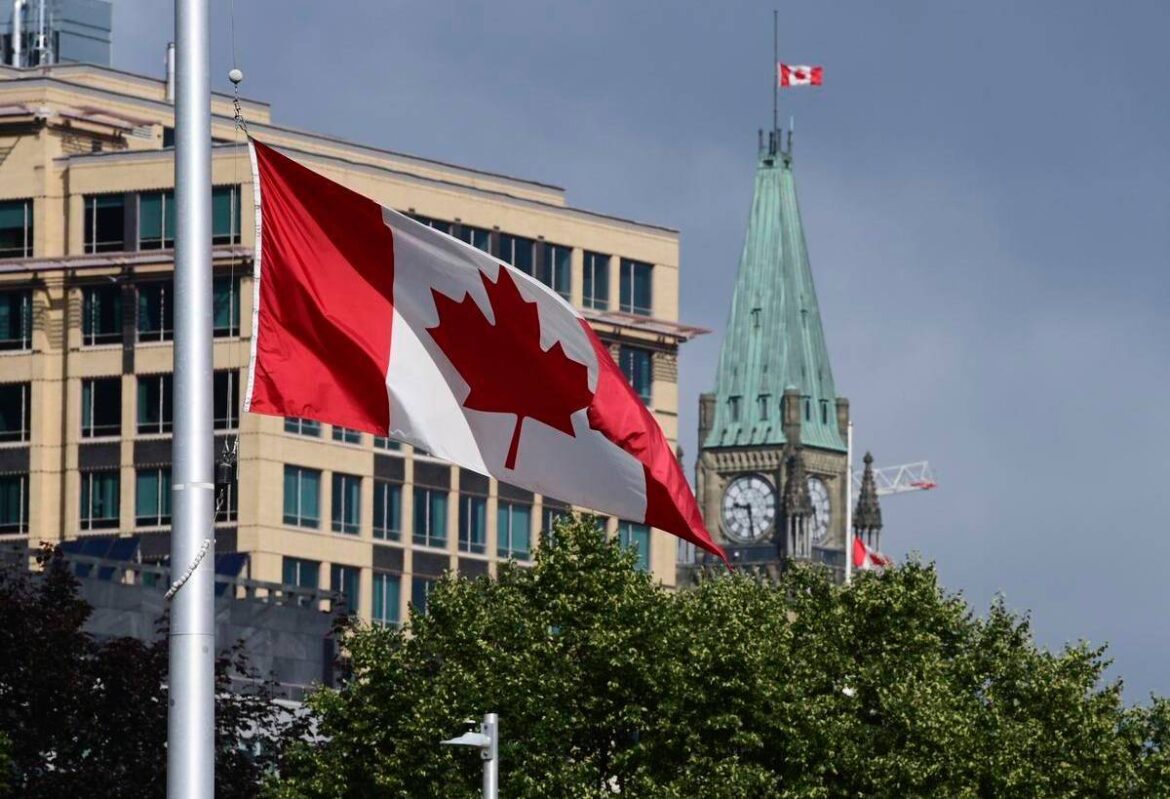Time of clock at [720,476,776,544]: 9:28
